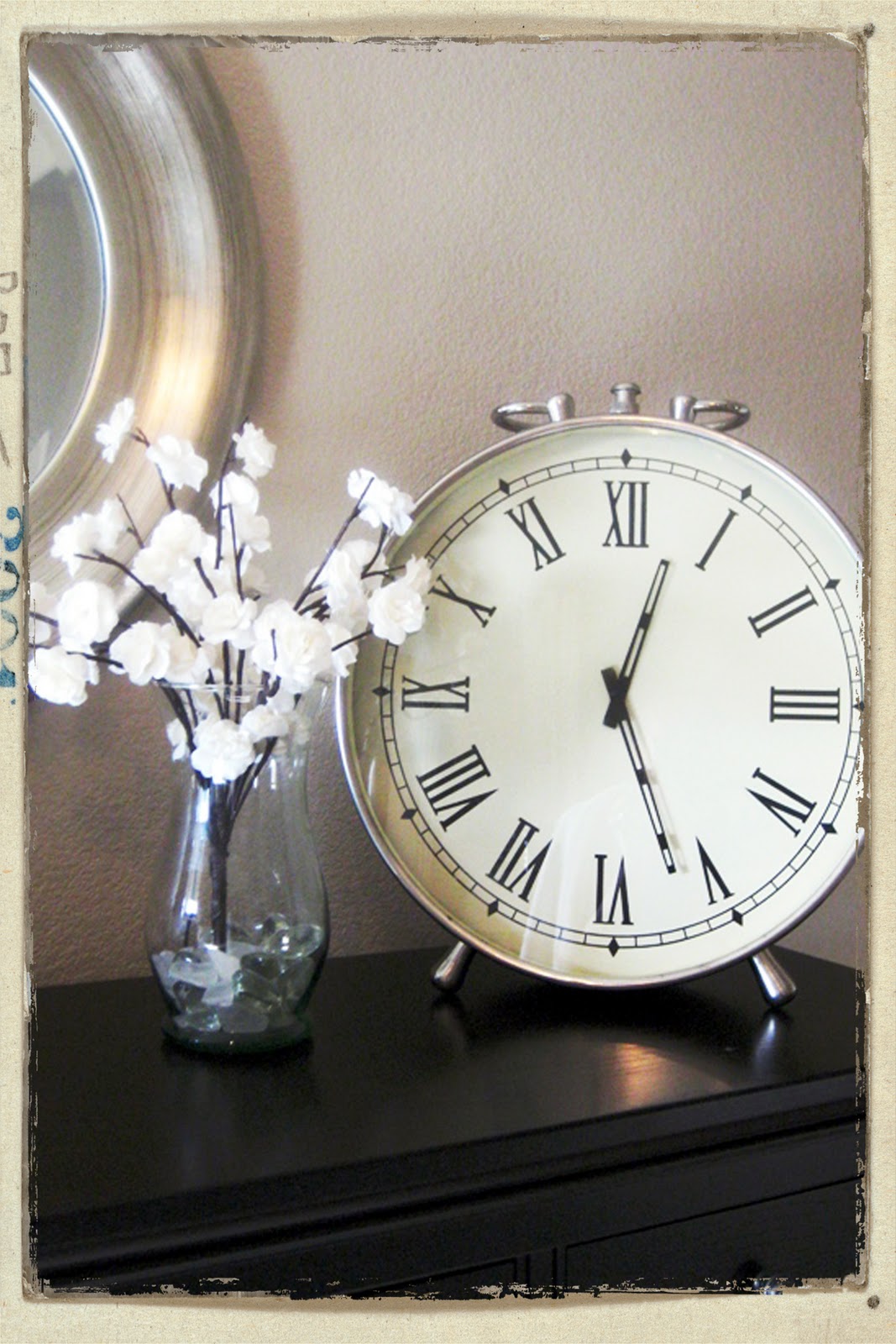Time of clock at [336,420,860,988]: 12:26
